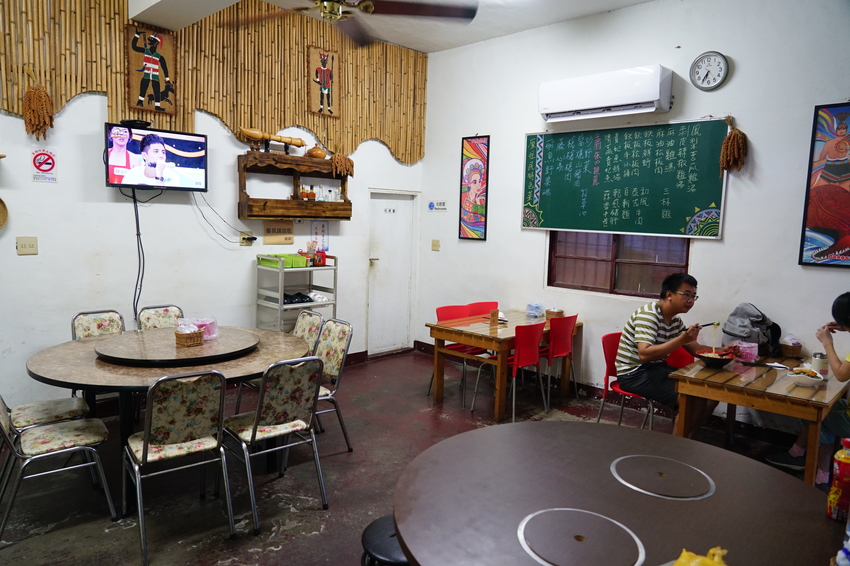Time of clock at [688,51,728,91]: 6:35
